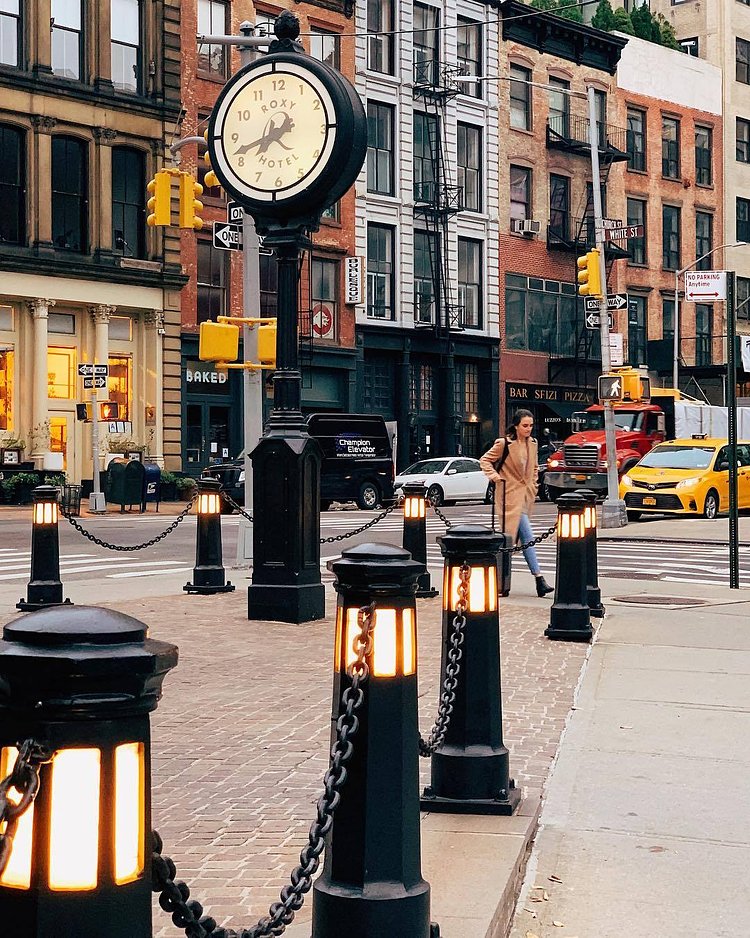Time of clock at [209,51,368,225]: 7:41
